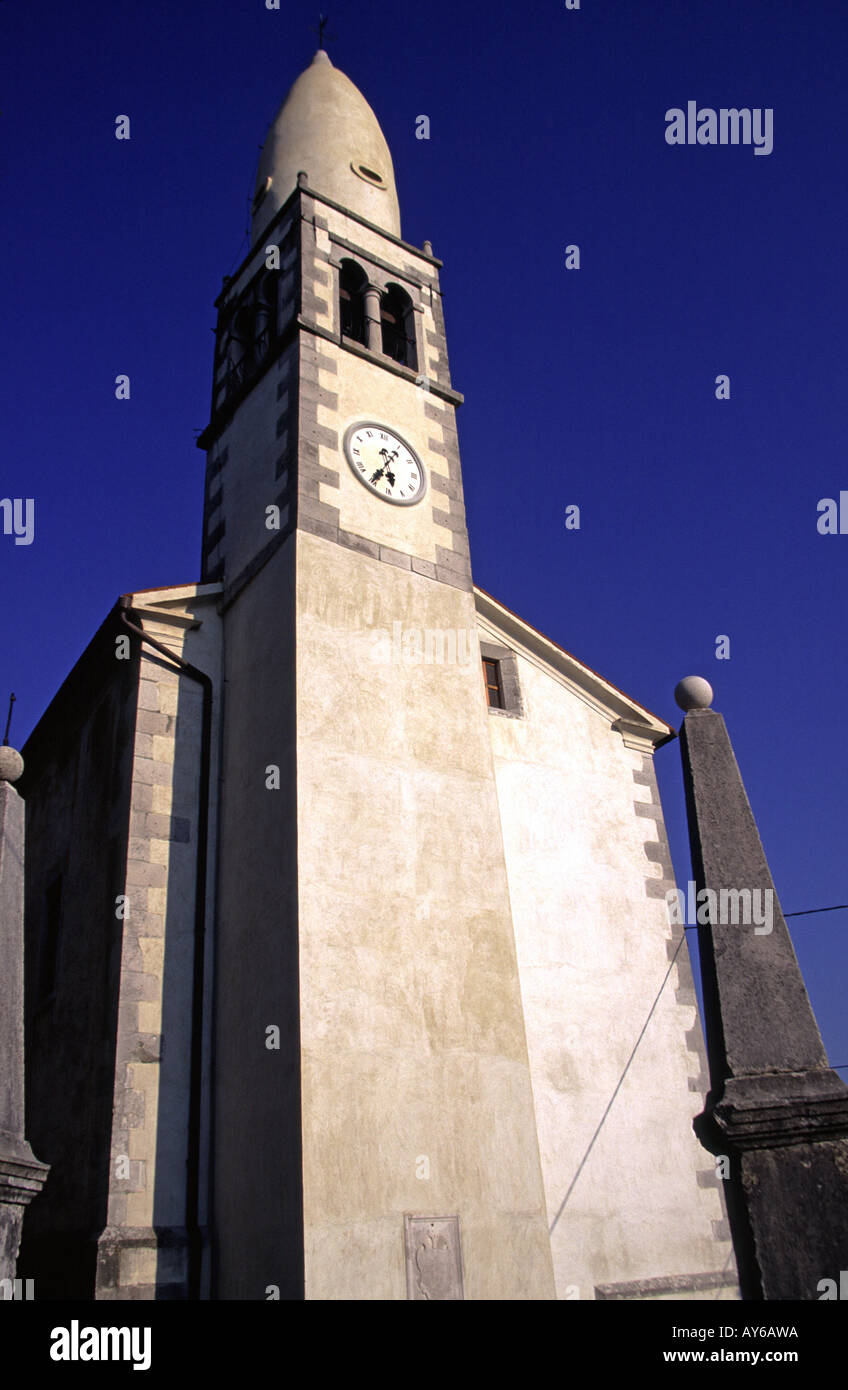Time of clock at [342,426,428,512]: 5:35
